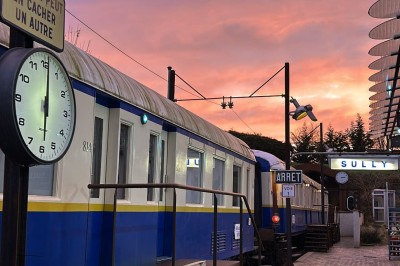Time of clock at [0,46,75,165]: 6:00
